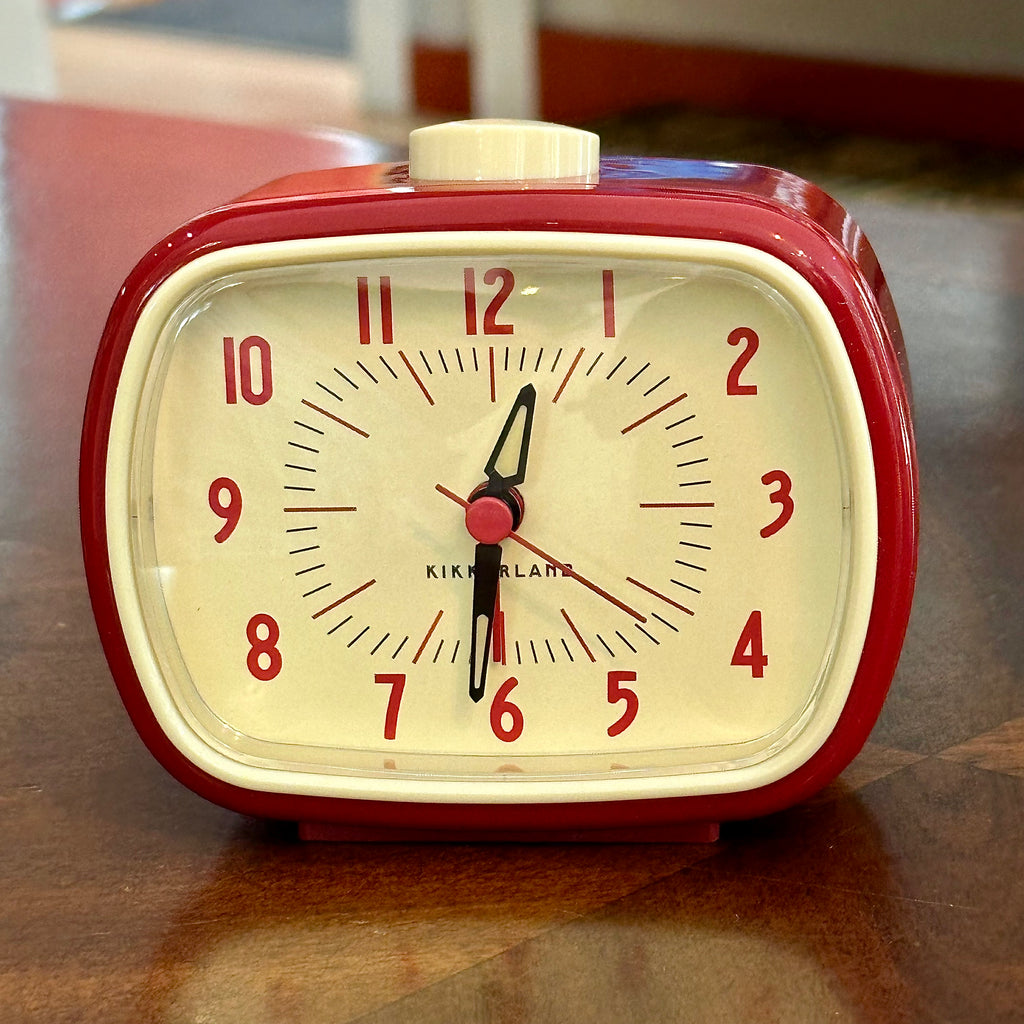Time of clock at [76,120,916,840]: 12:31
